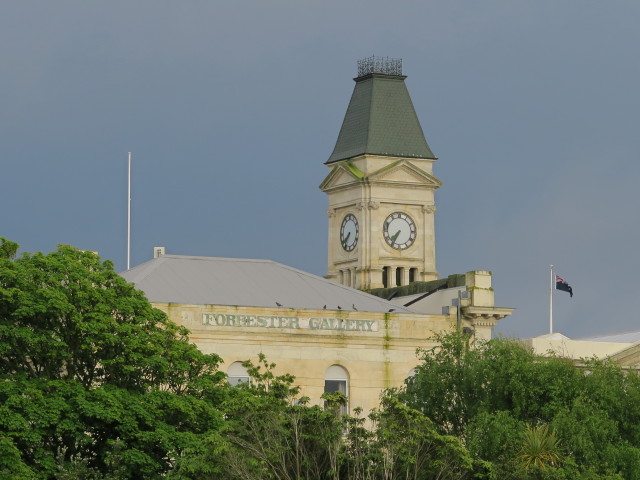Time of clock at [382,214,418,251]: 7:35
